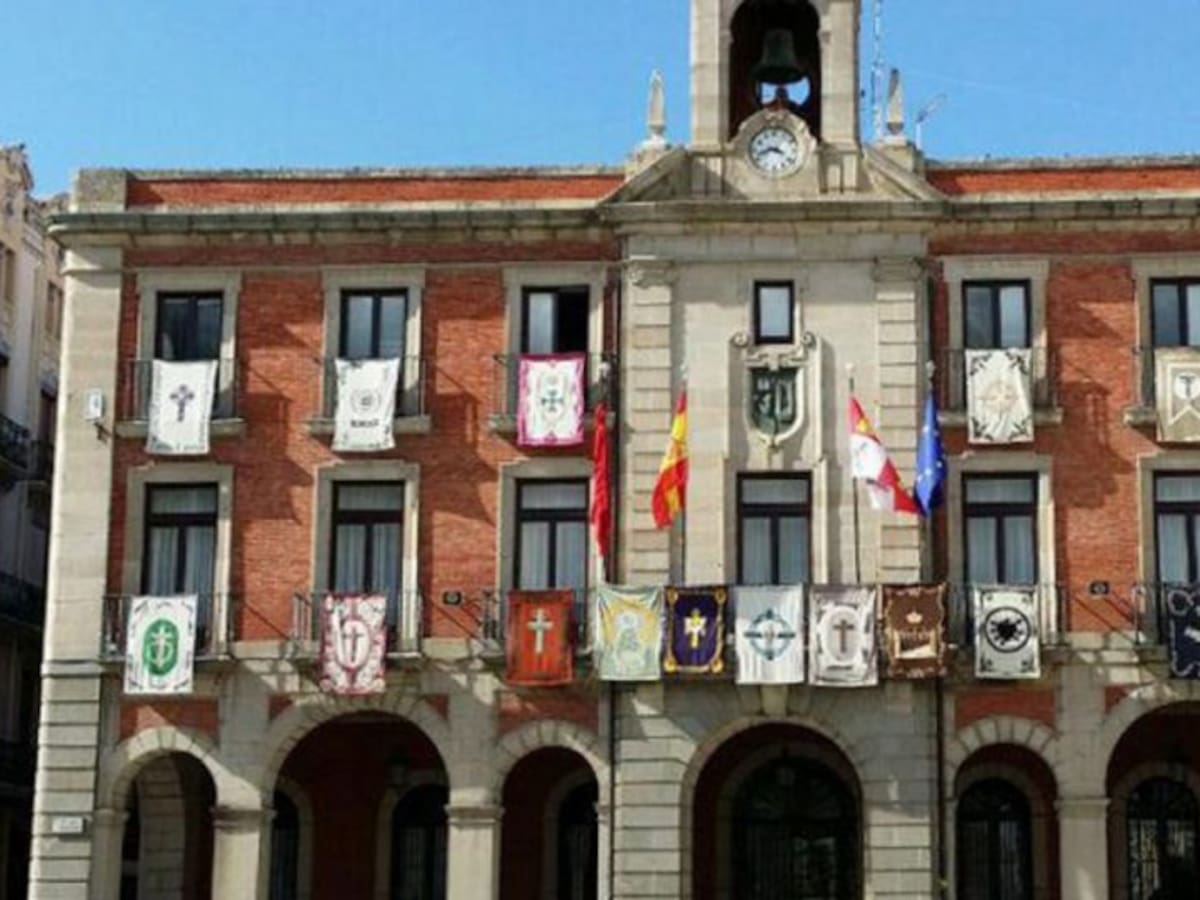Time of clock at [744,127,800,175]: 3:42
